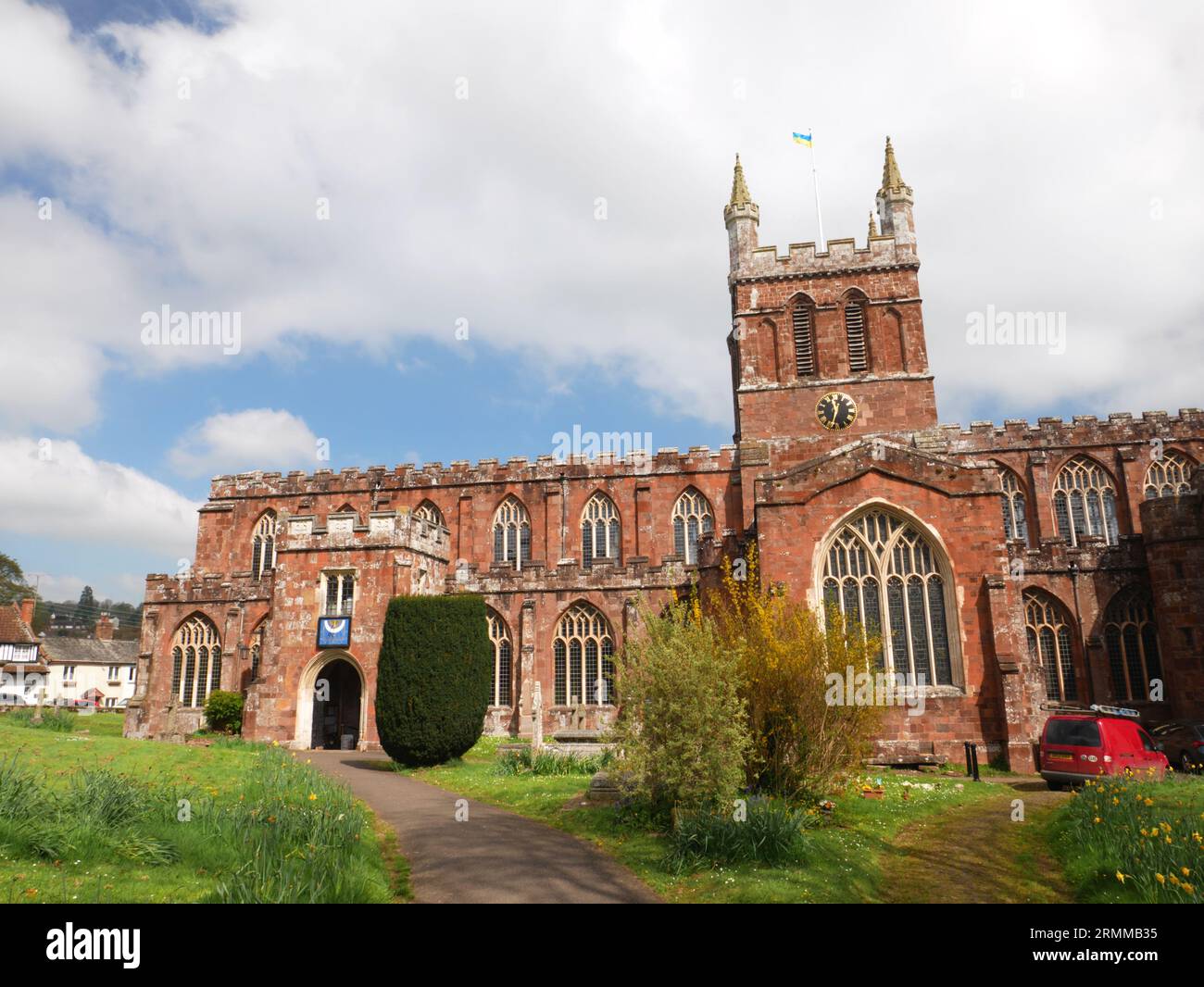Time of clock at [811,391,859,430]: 11:32
